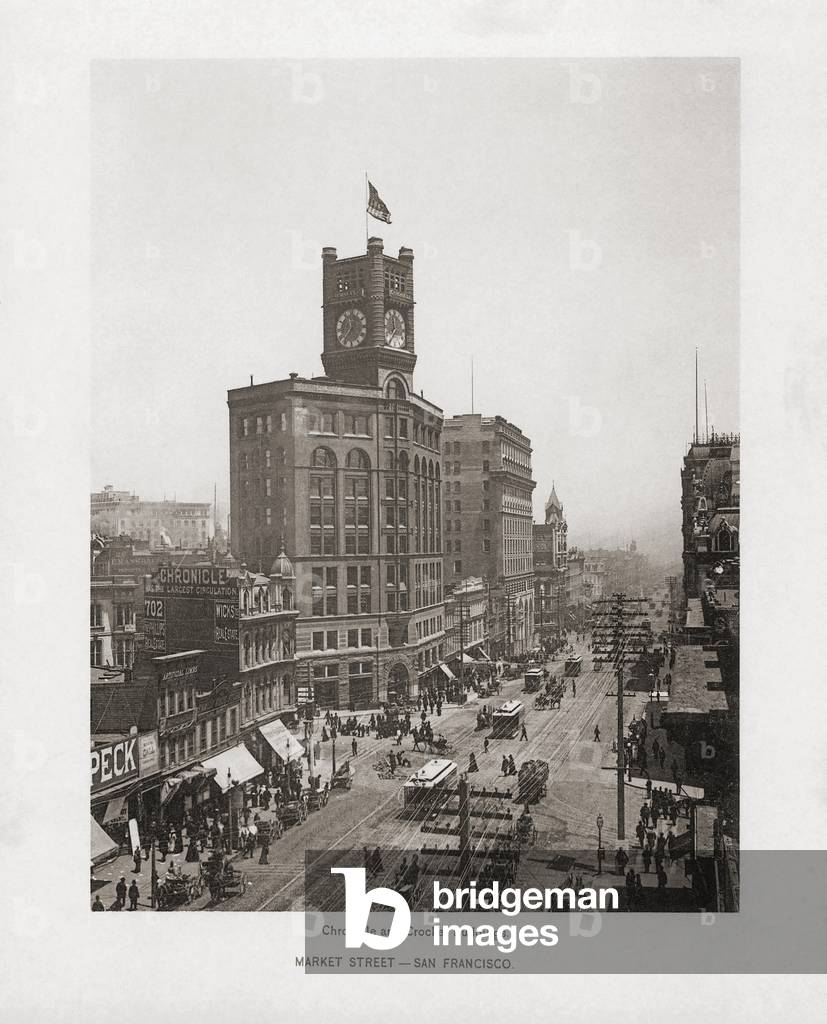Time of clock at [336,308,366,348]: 12:36
